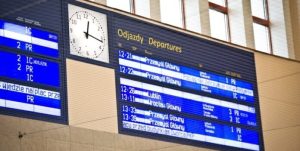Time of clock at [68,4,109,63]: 12:16
